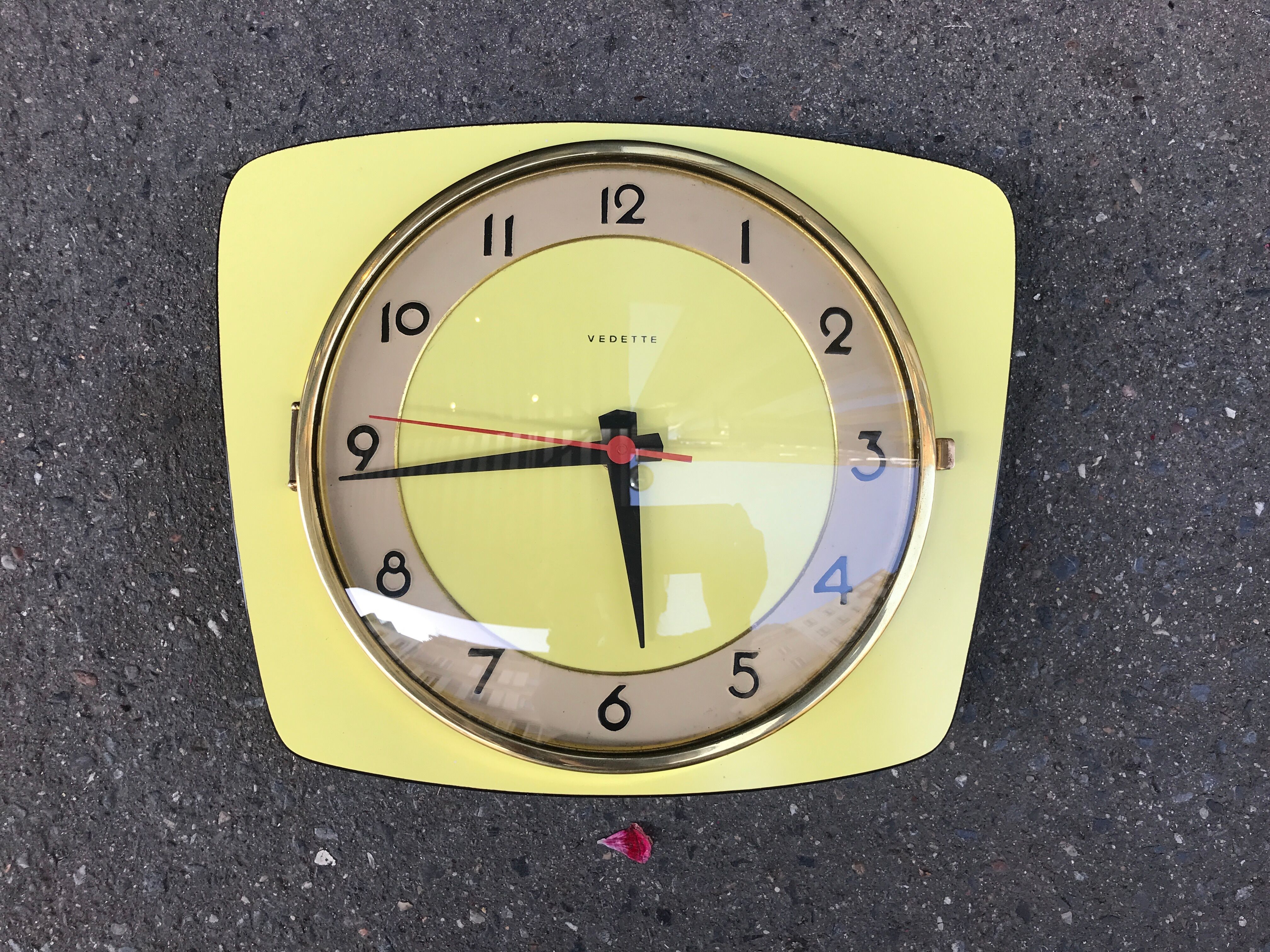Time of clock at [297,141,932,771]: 5:44
